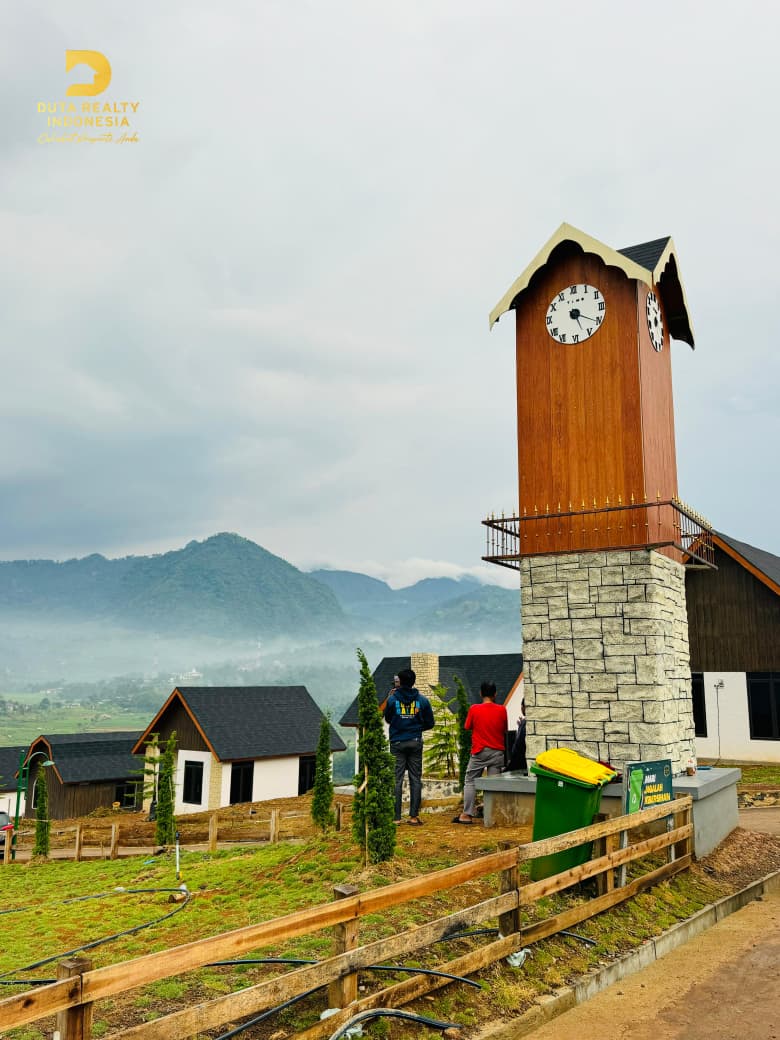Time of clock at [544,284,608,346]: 5:20
